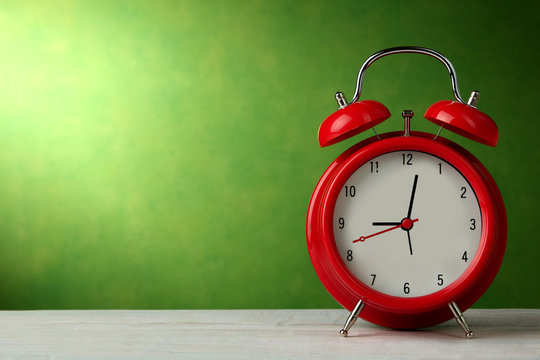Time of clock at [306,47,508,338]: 9:01
